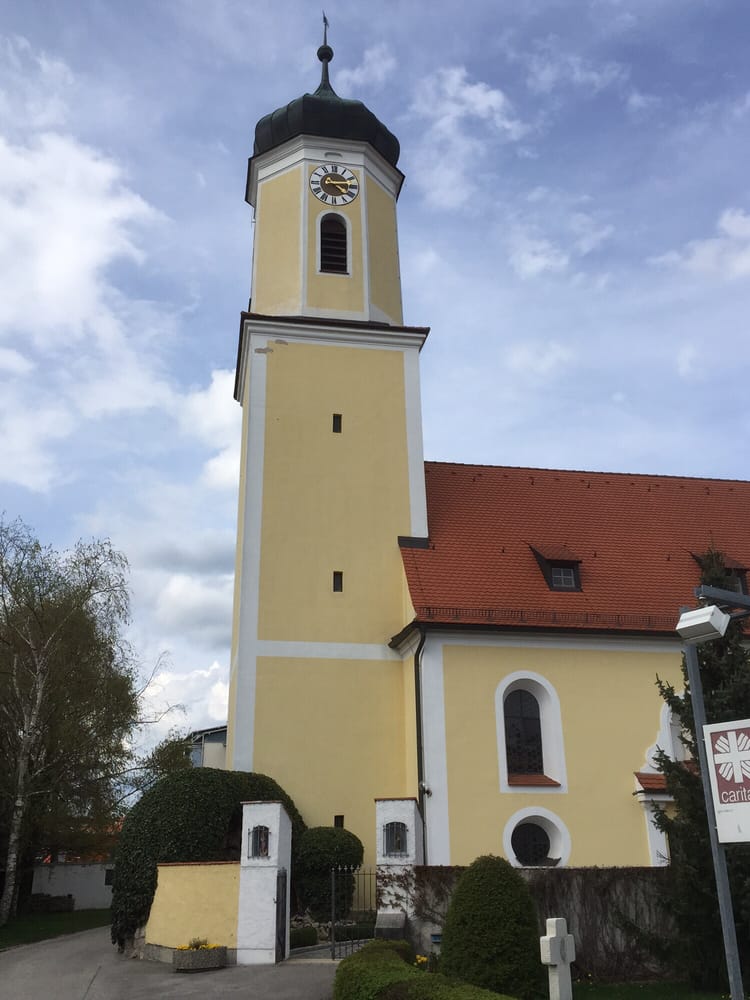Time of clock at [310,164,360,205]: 4:13
